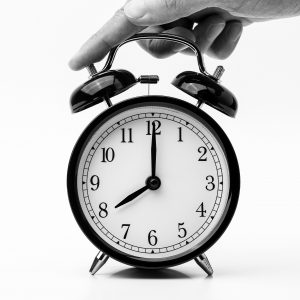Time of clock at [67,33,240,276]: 8:00
